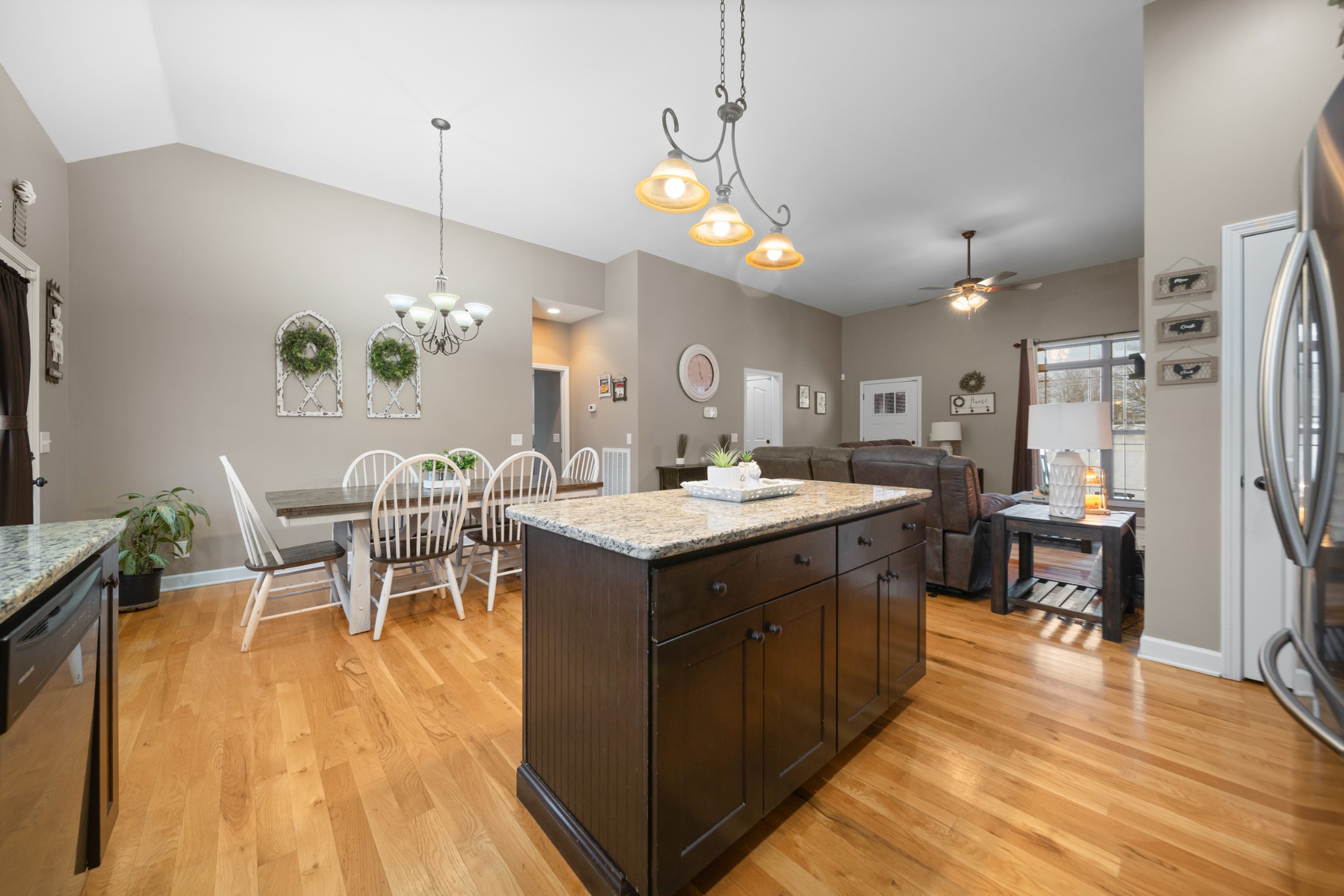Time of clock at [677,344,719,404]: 4:59
